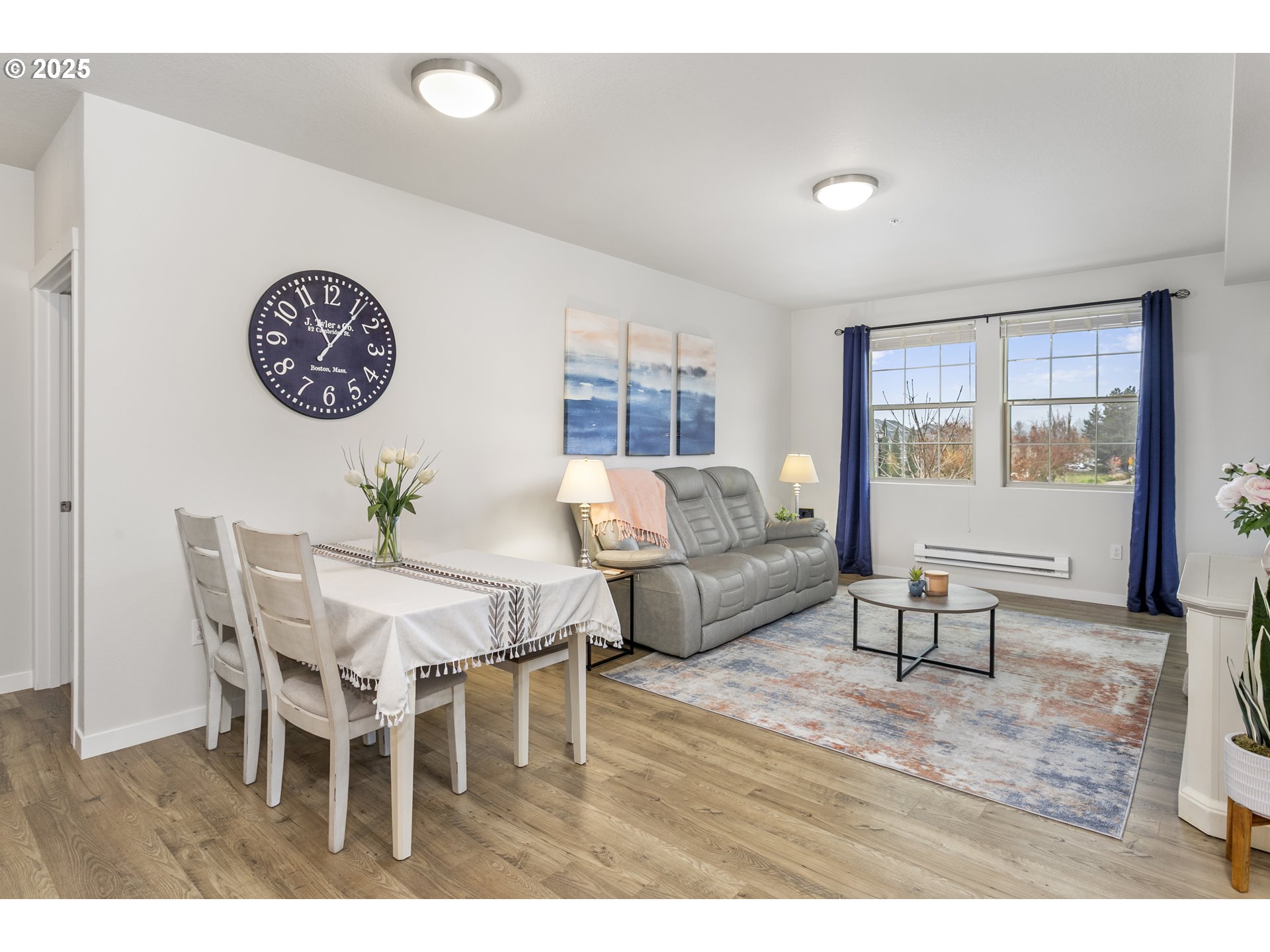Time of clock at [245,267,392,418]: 11:06
